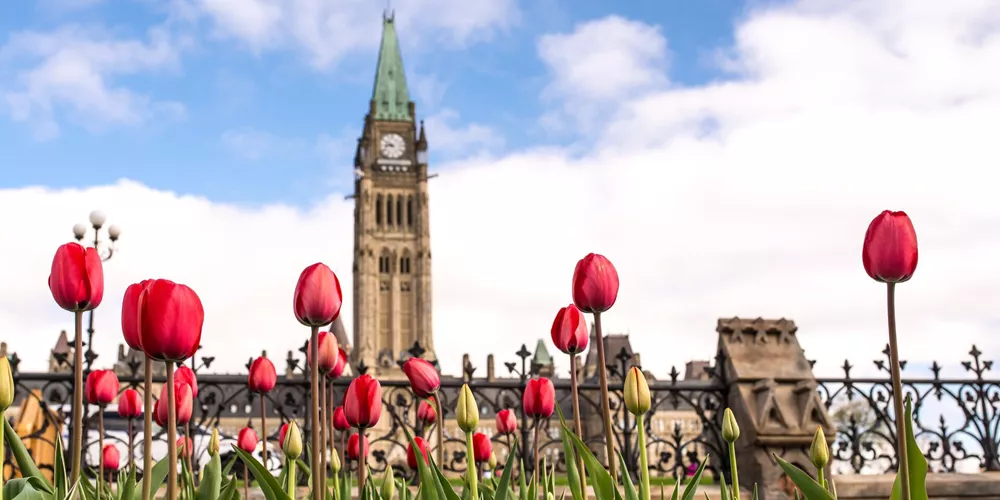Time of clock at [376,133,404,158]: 8:48
